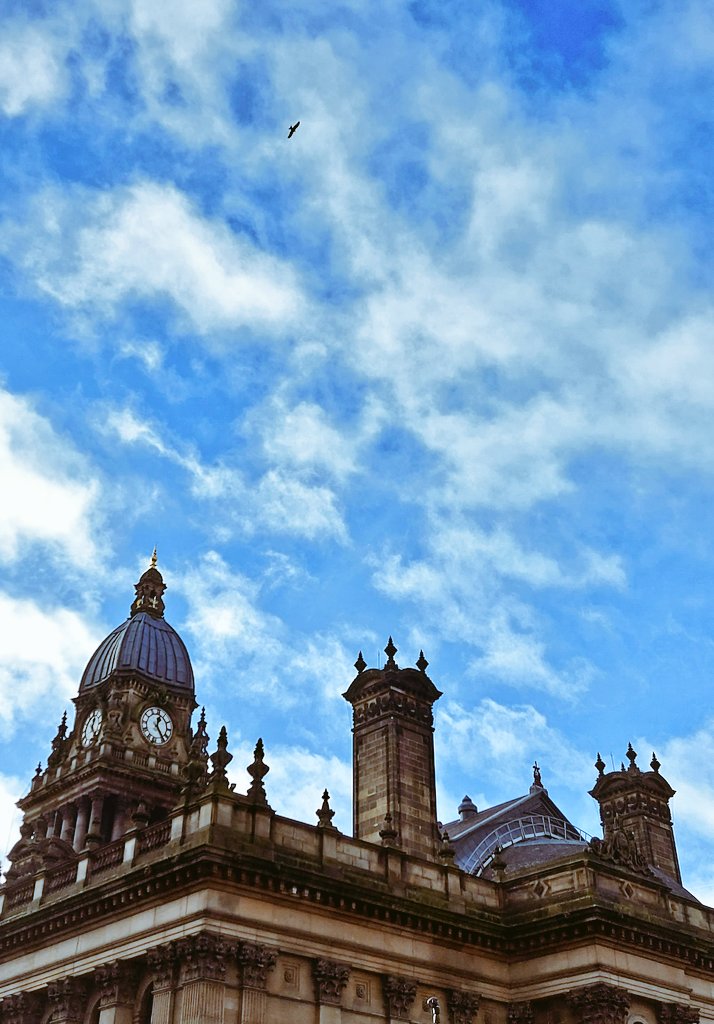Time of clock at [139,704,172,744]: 12:23
